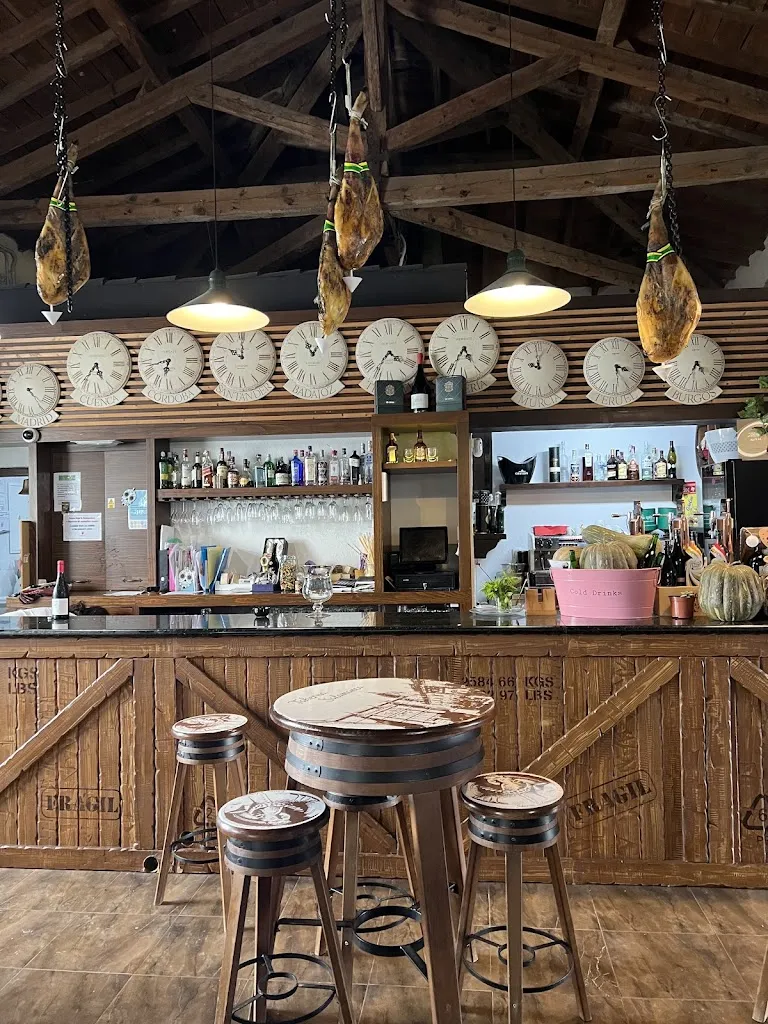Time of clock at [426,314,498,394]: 4:35
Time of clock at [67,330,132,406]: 5:36
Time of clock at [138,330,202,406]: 6:41
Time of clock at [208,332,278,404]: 10:00
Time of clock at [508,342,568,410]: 9:59
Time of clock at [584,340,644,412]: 3:29
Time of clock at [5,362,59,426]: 4:23
